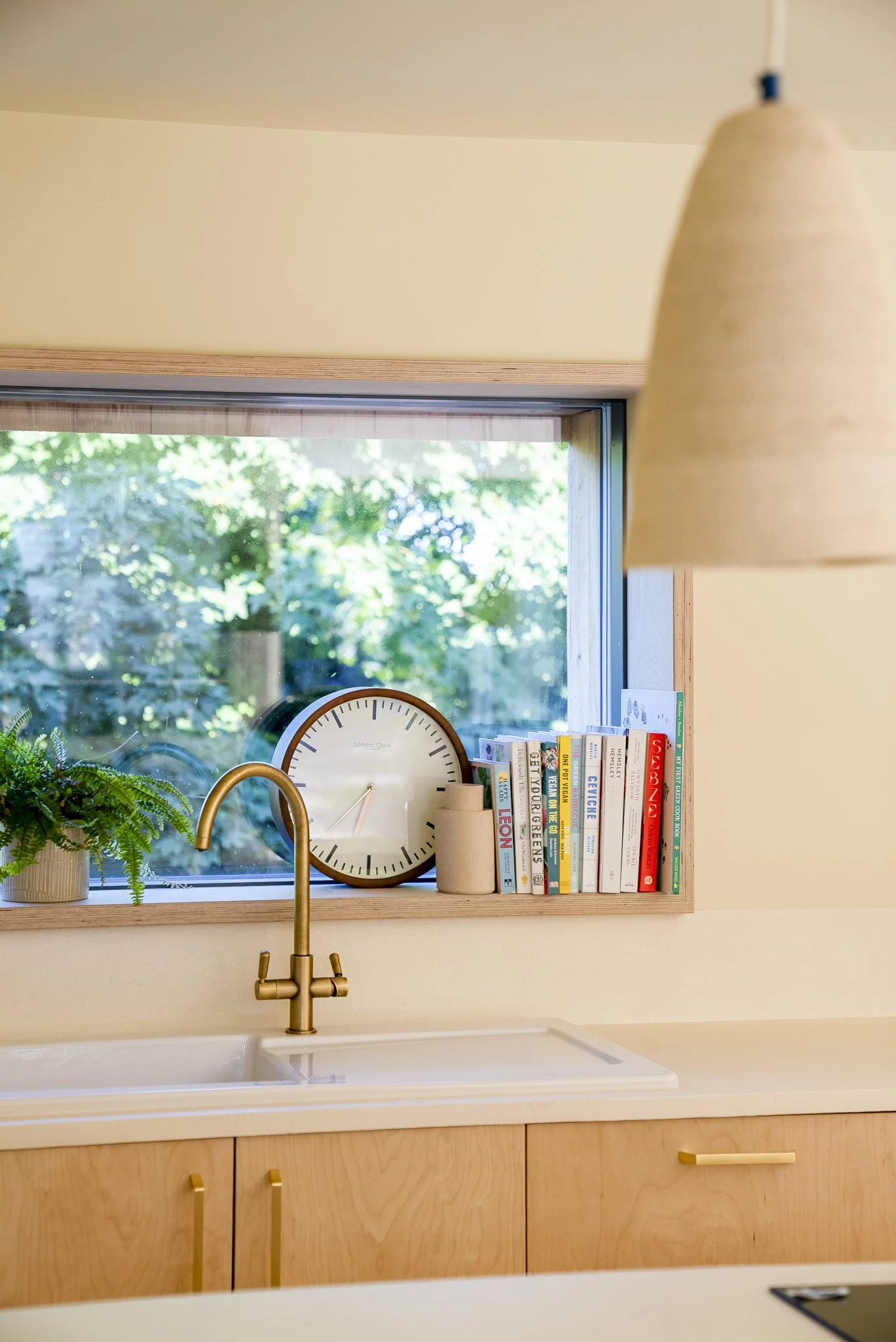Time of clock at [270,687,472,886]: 6:36
